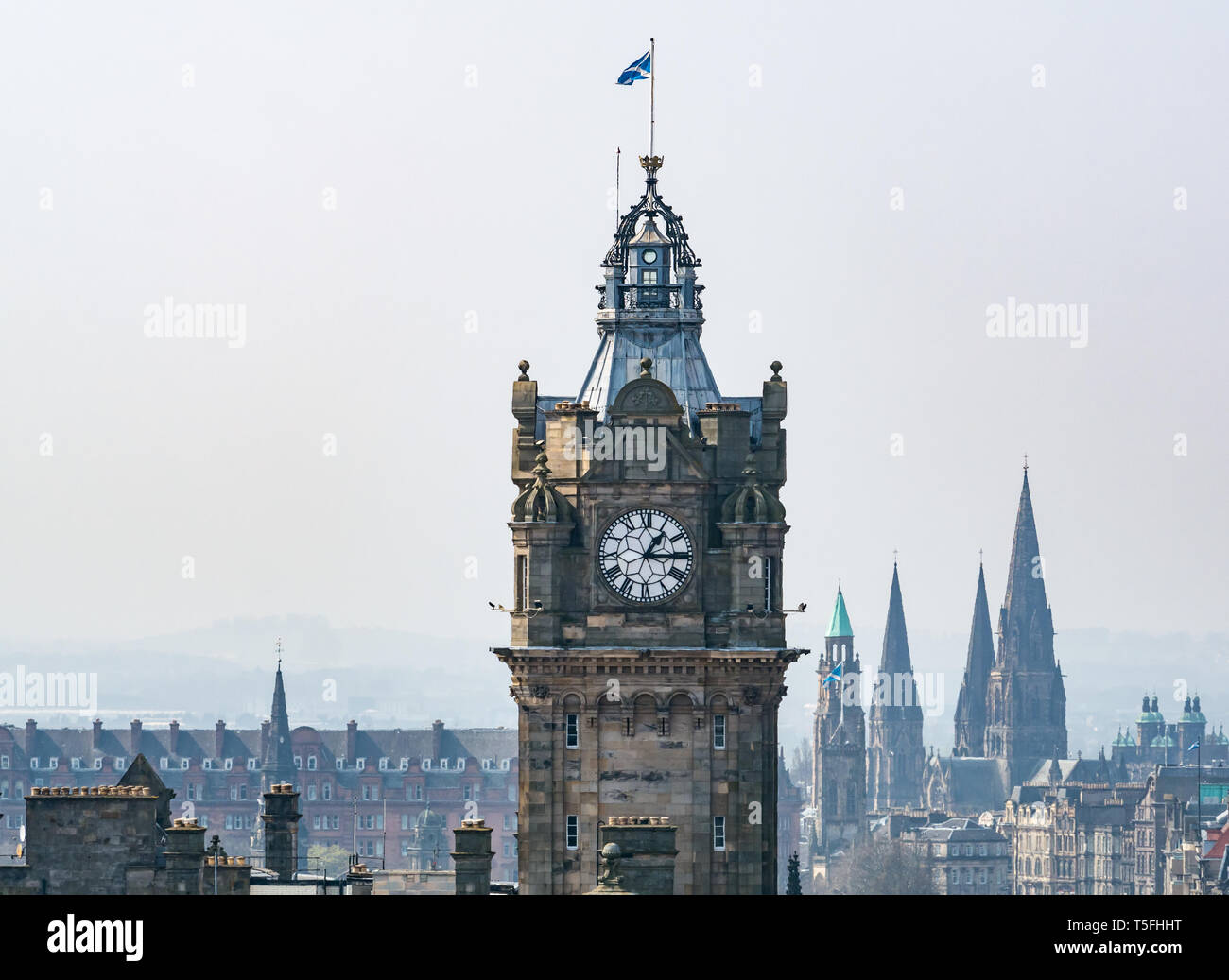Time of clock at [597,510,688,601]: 1:14
